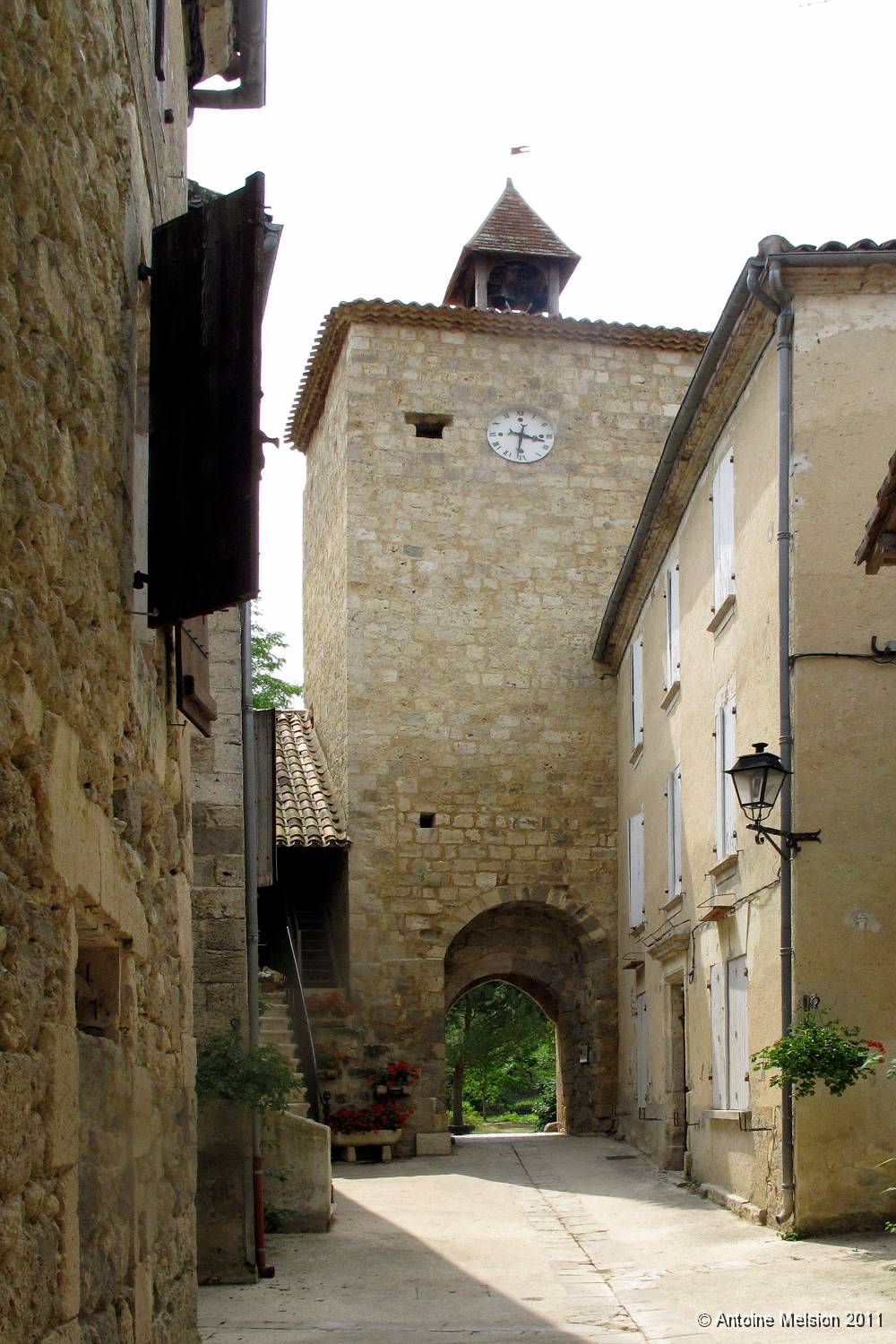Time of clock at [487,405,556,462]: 3:31
